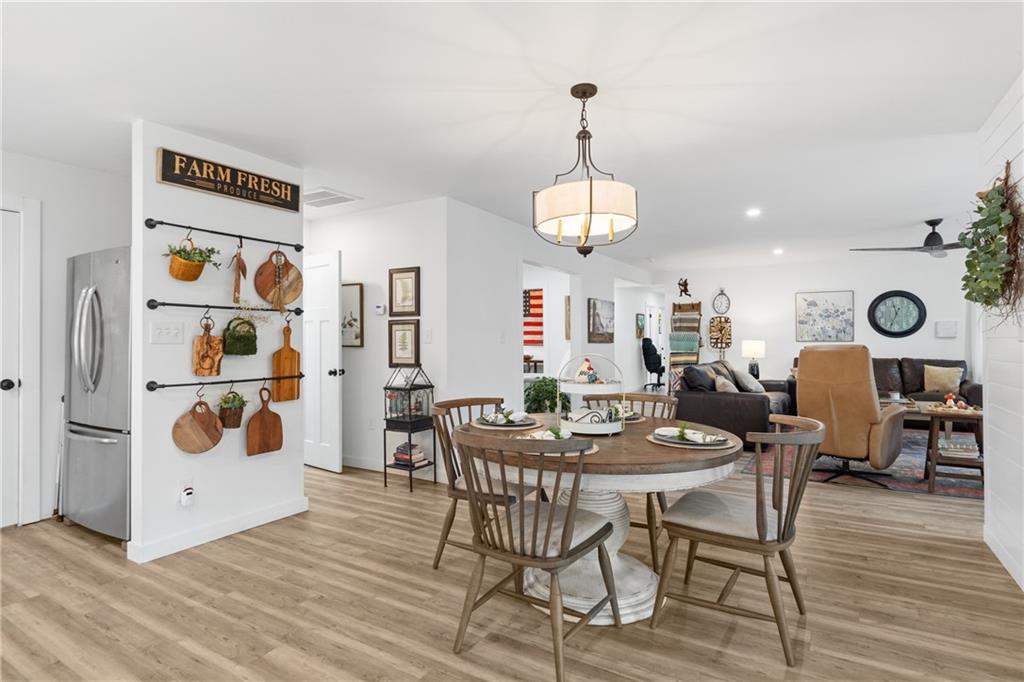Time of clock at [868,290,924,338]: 11:34
